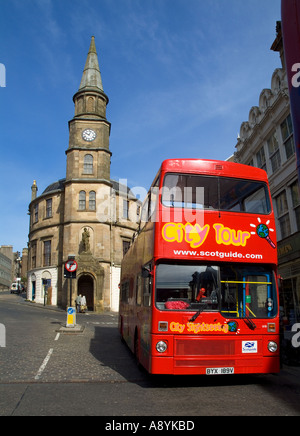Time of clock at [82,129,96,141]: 10:03
